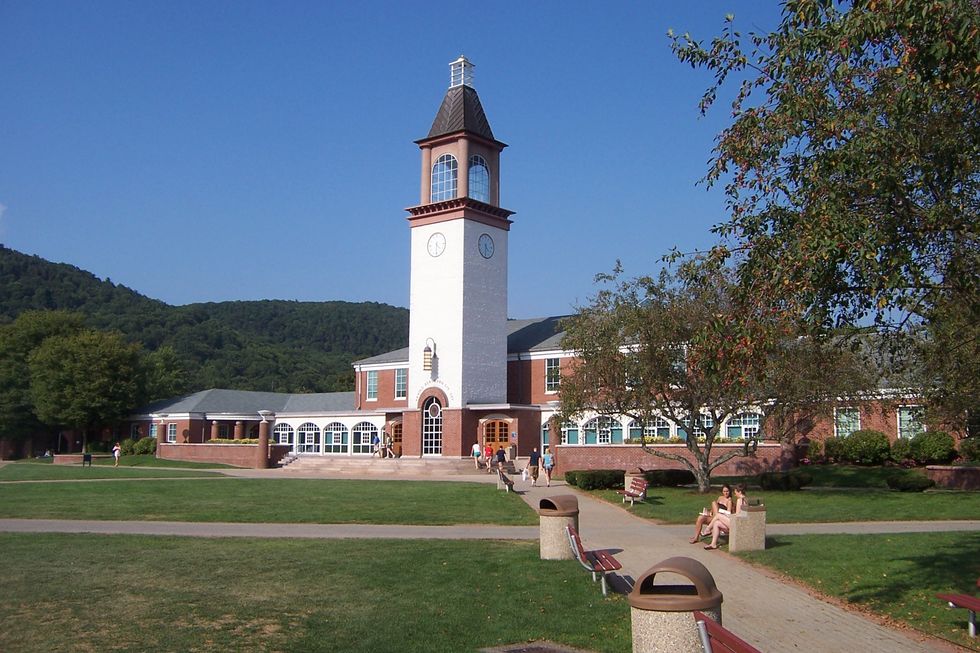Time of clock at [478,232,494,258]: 4:31
